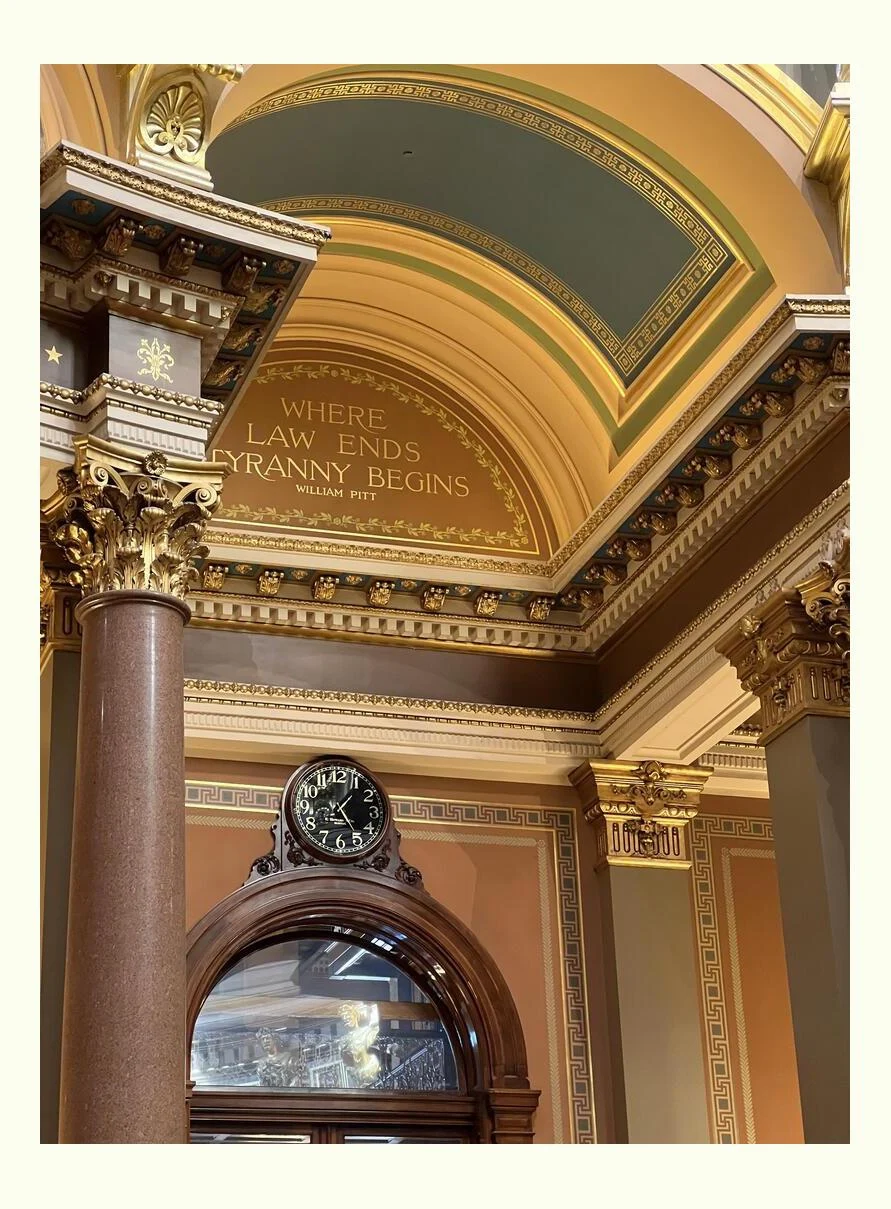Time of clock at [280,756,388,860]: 1:24
